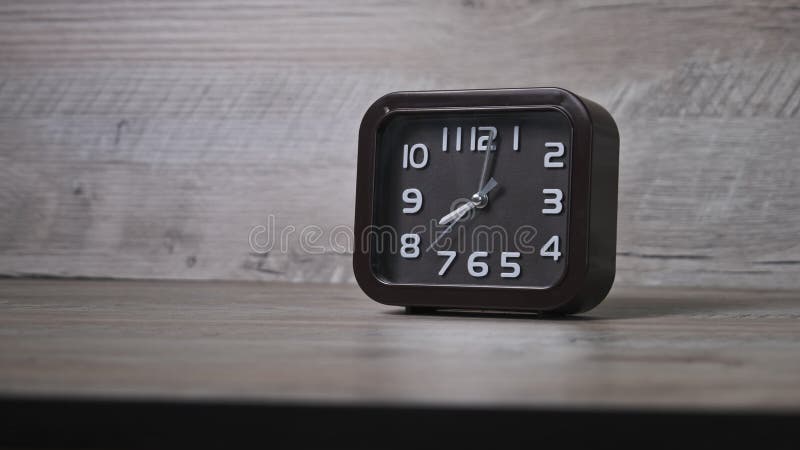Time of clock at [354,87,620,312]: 8:02
